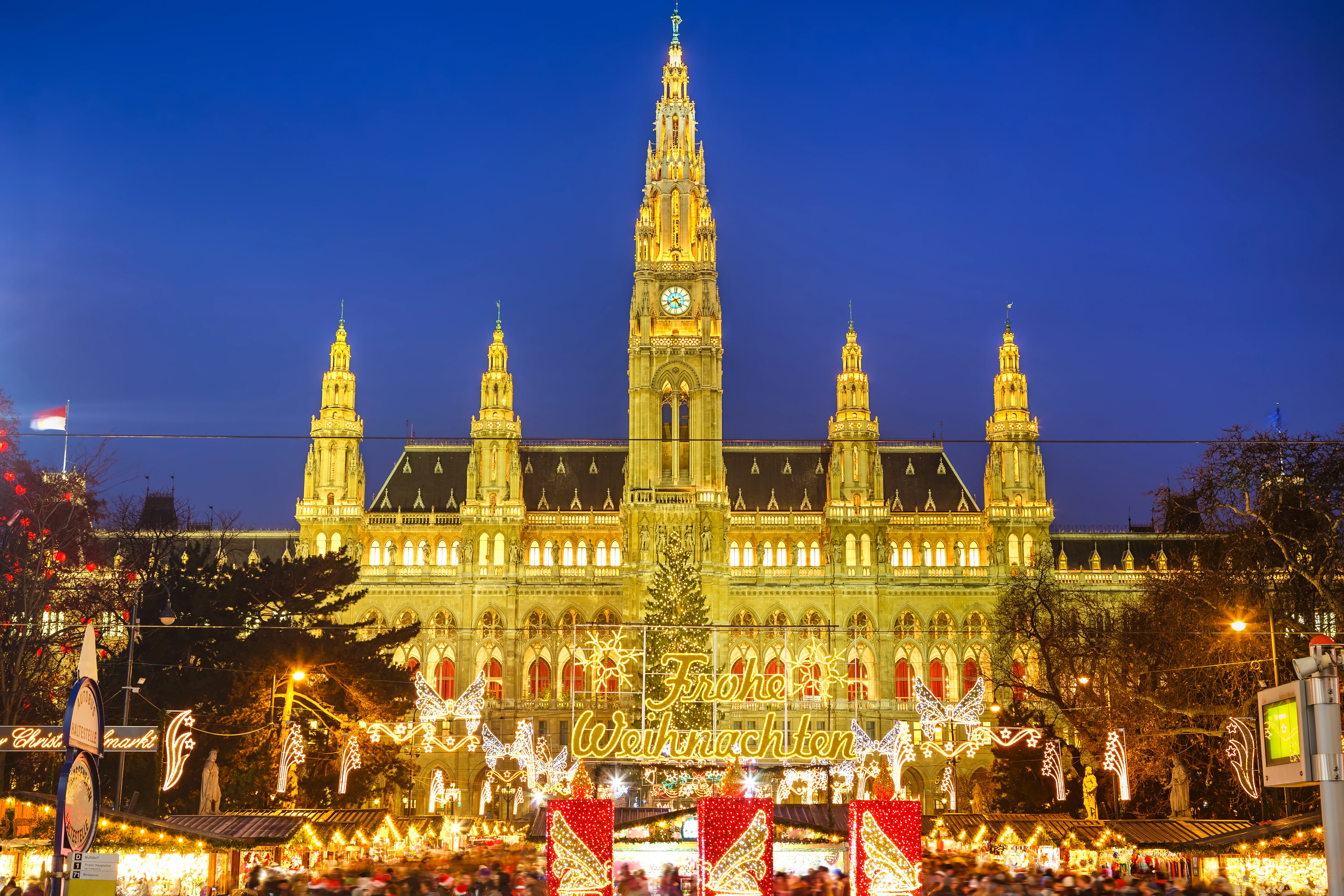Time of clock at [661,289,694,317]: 4:40
